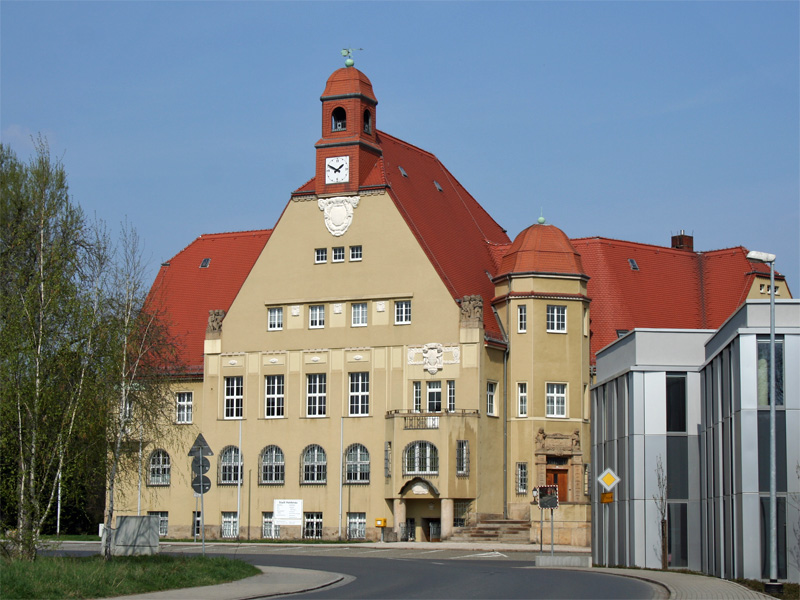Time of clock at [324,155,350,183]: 1:49
